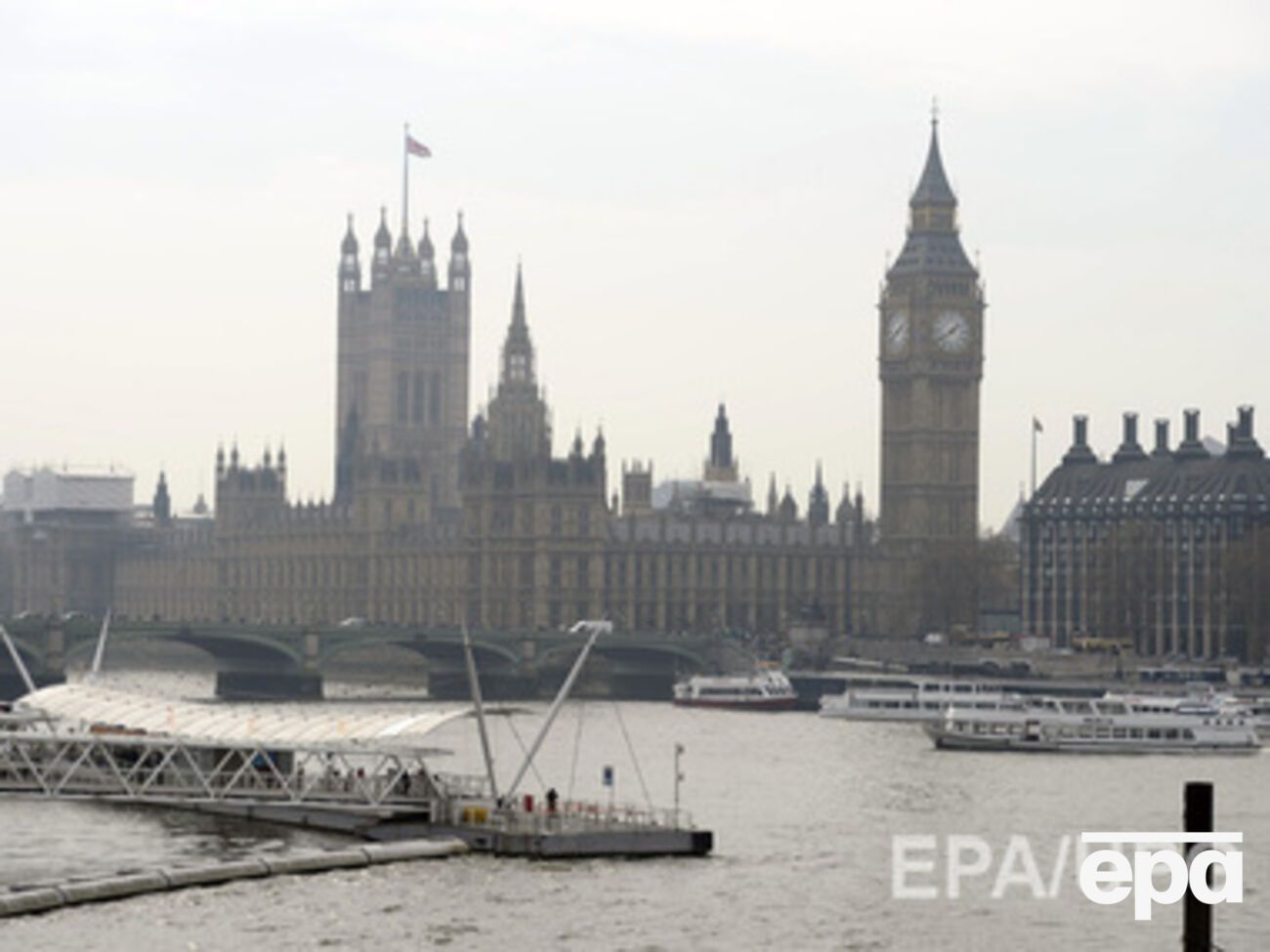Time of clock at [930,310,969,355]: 1:39
